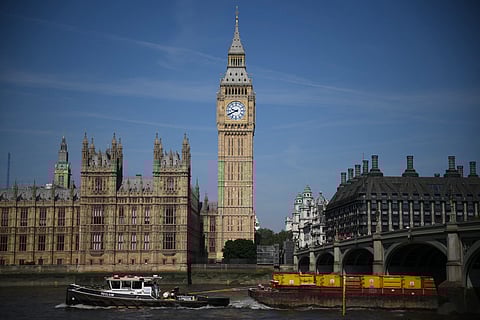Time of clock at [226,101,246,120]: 9:41
